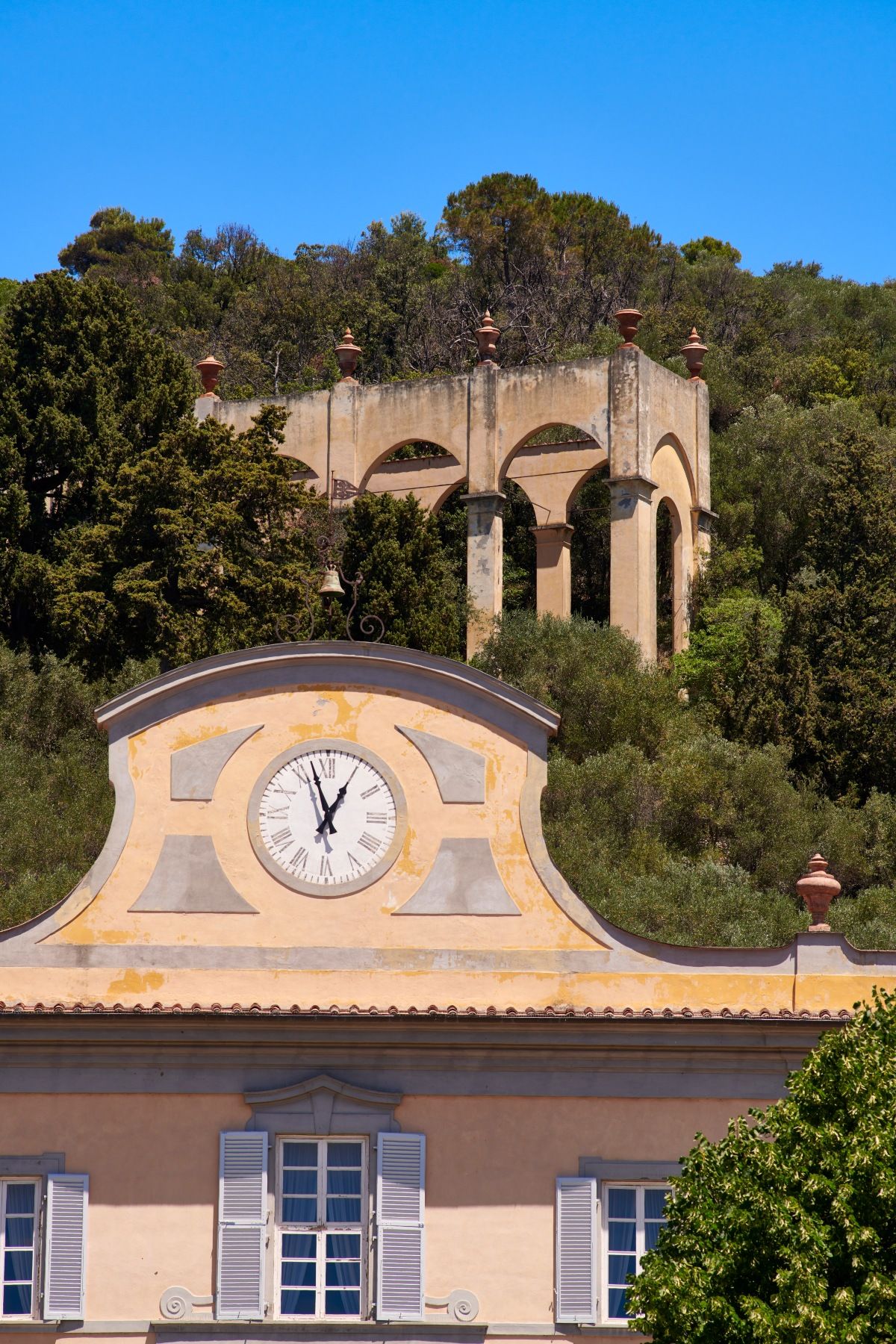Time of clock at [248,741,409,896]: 12:57
